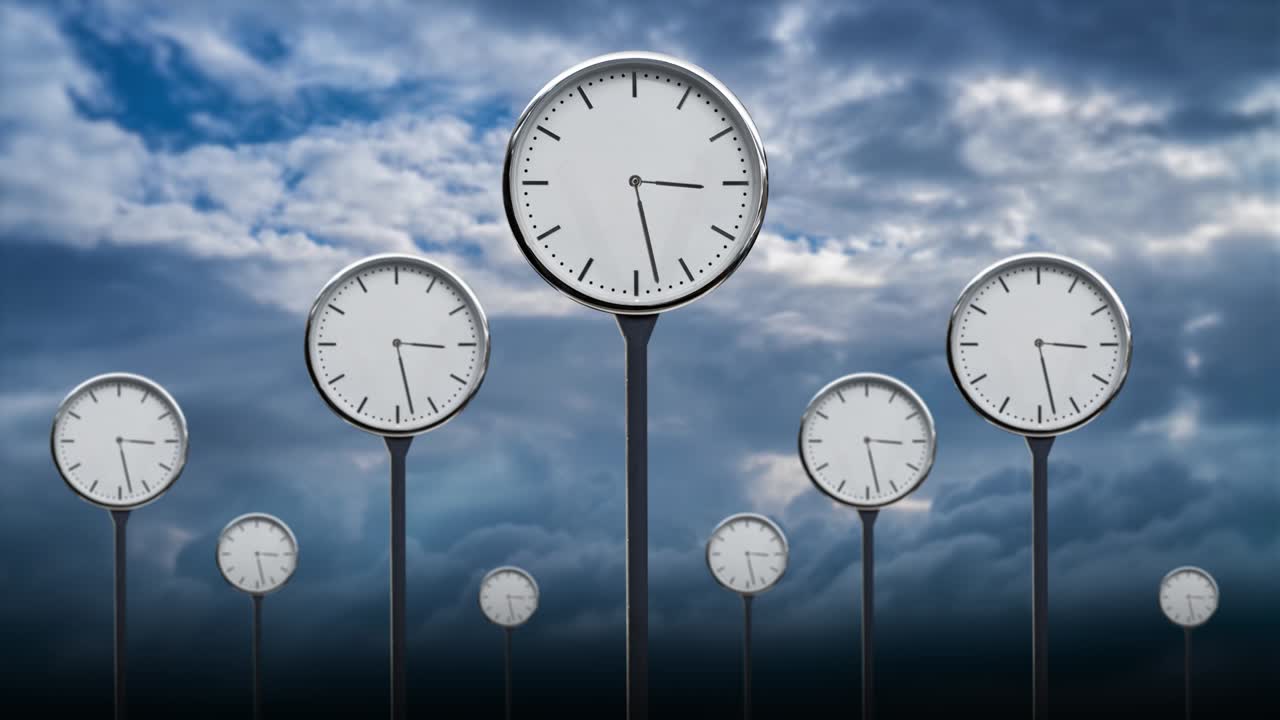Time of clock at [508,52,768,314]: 3:28
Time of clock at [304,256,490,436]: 3:28
